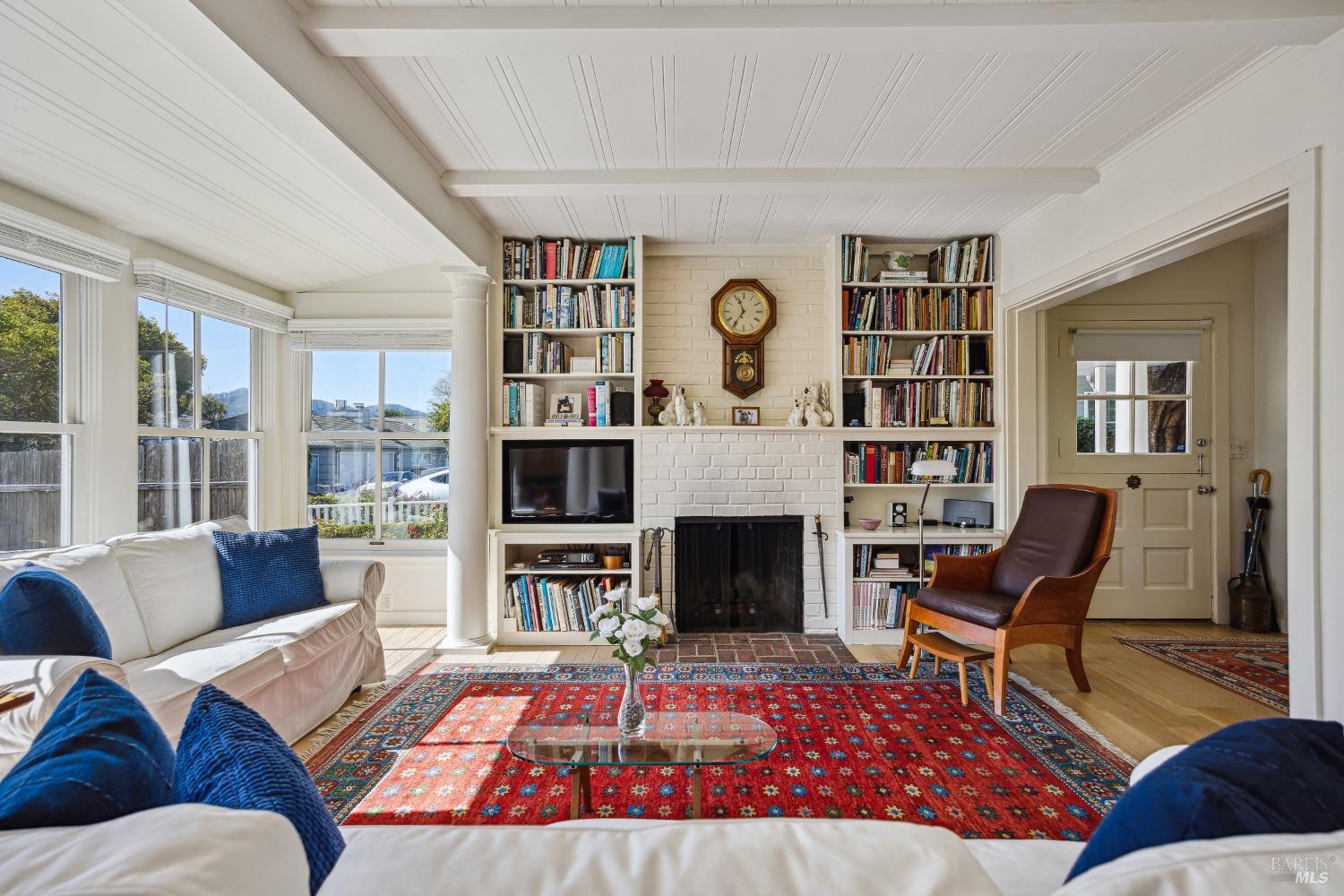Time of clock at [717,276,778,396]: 11:35
